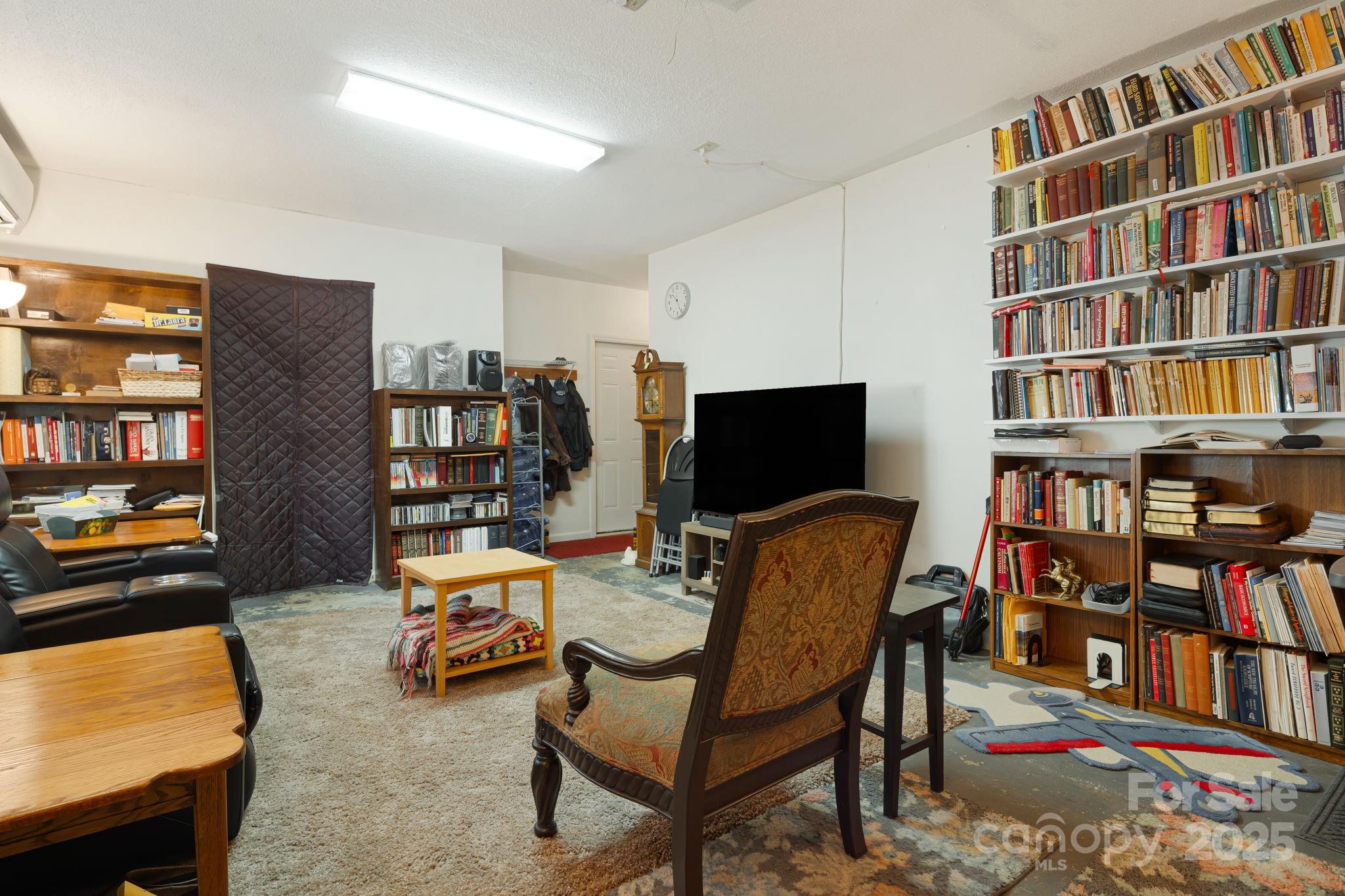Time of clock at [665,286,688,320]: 10:25
